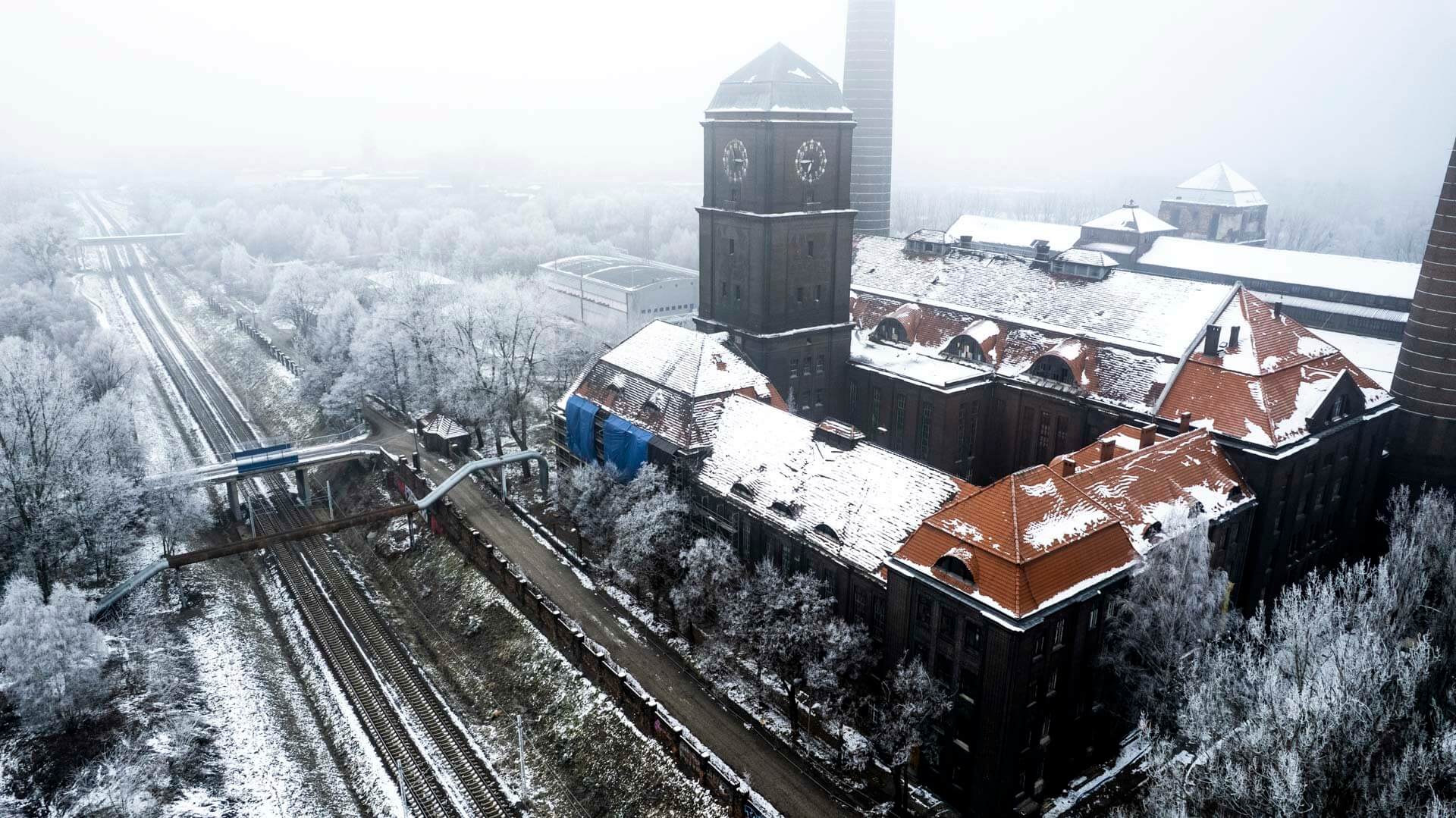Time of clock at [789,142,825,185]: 6:44
